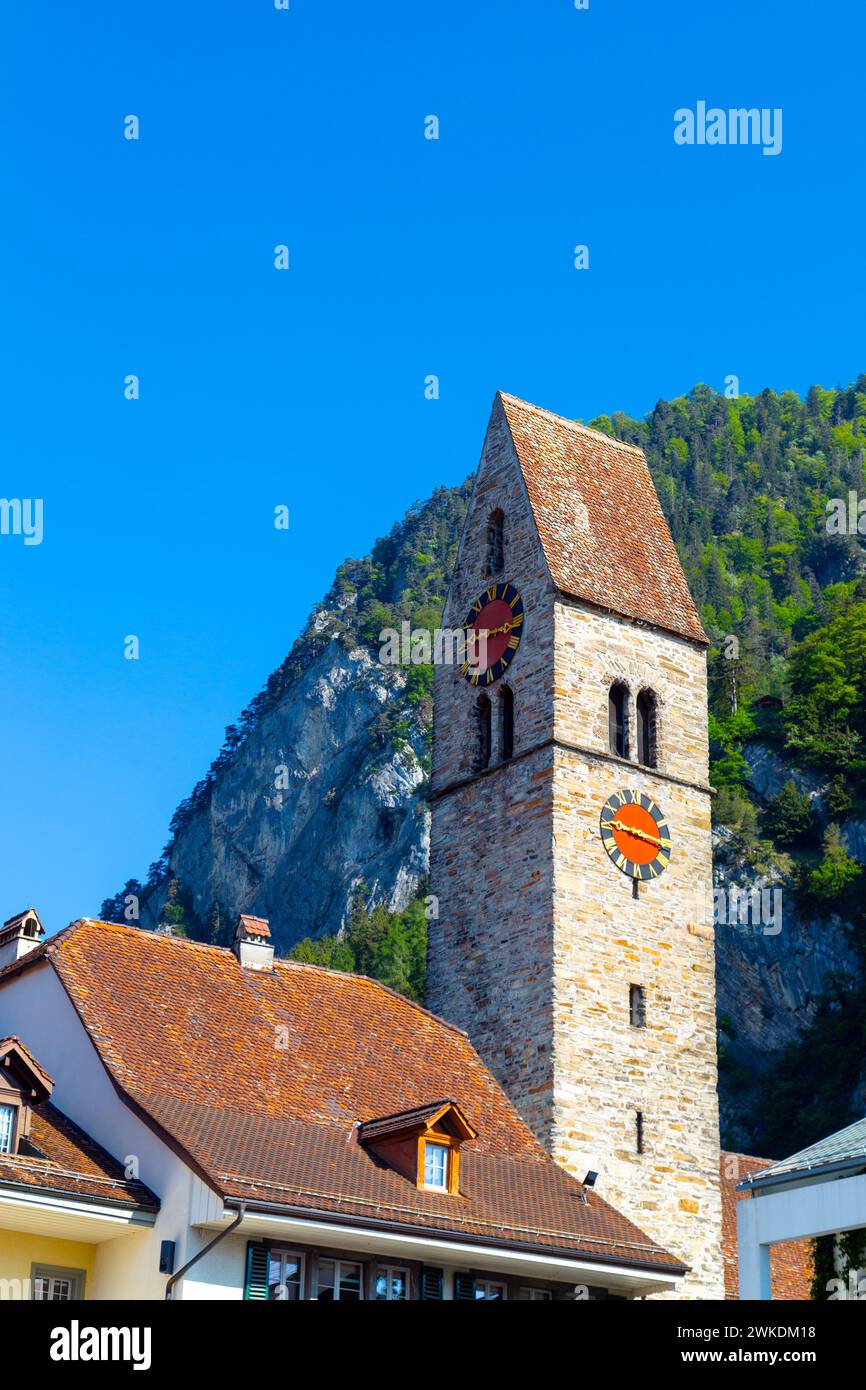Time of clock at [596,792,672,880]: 9:17
